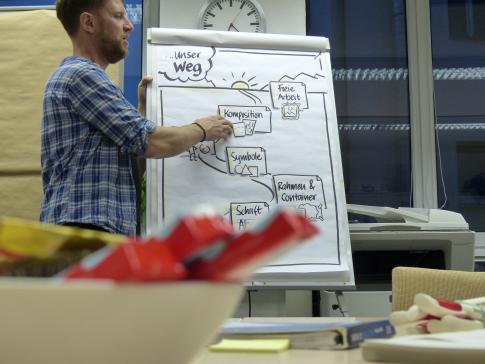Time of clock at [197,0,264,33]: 5:05
